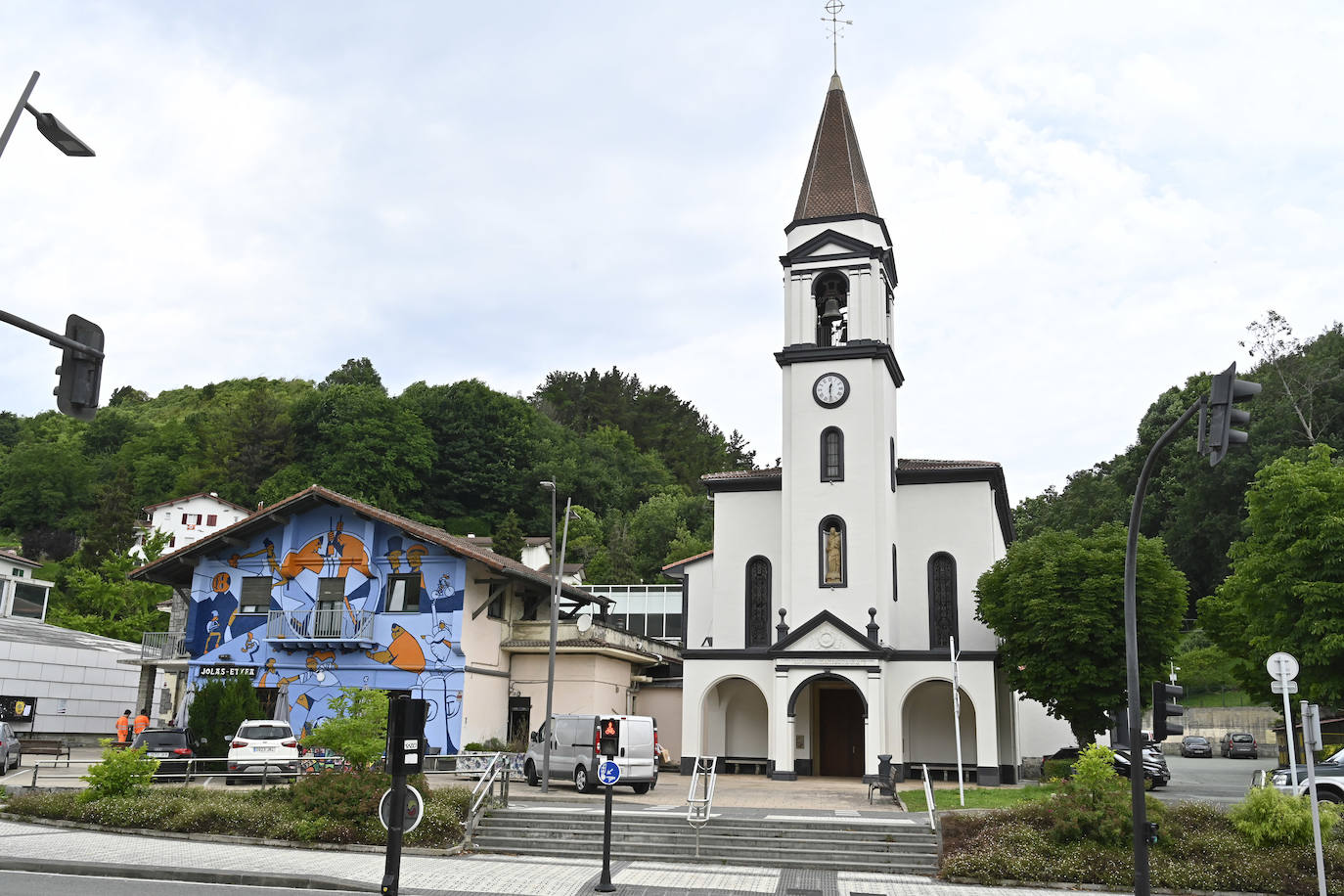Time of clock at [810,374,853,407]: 12:28
